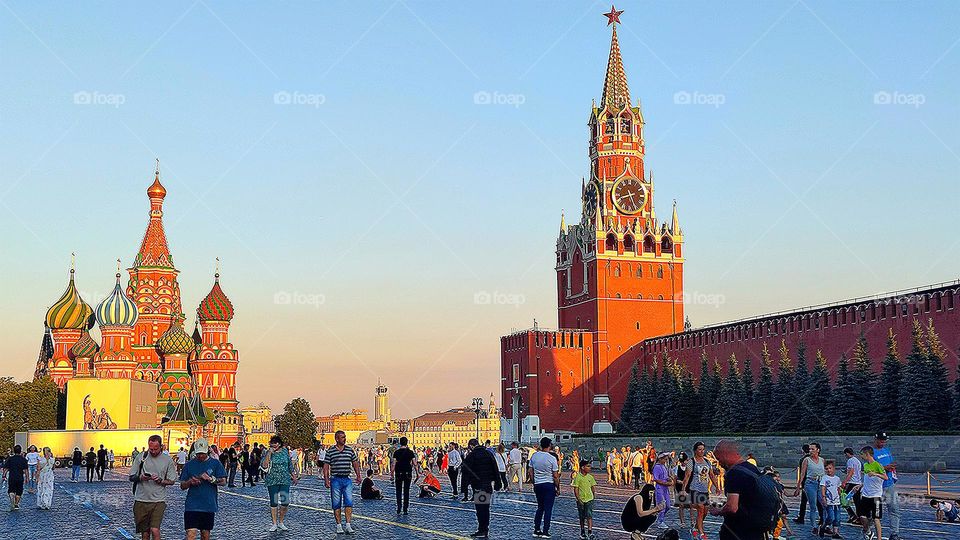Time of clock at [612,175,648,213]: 8:26
